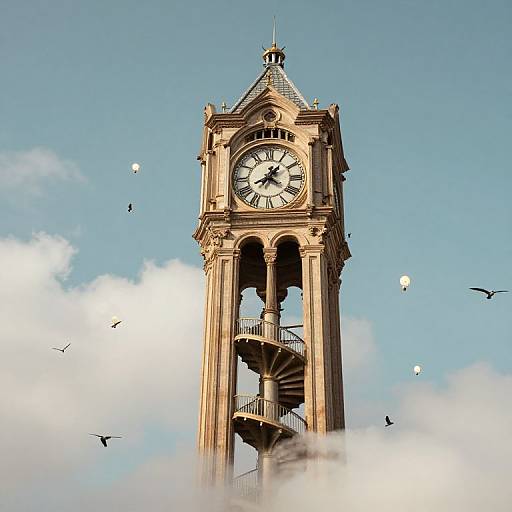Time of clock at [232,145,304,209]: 8:06
